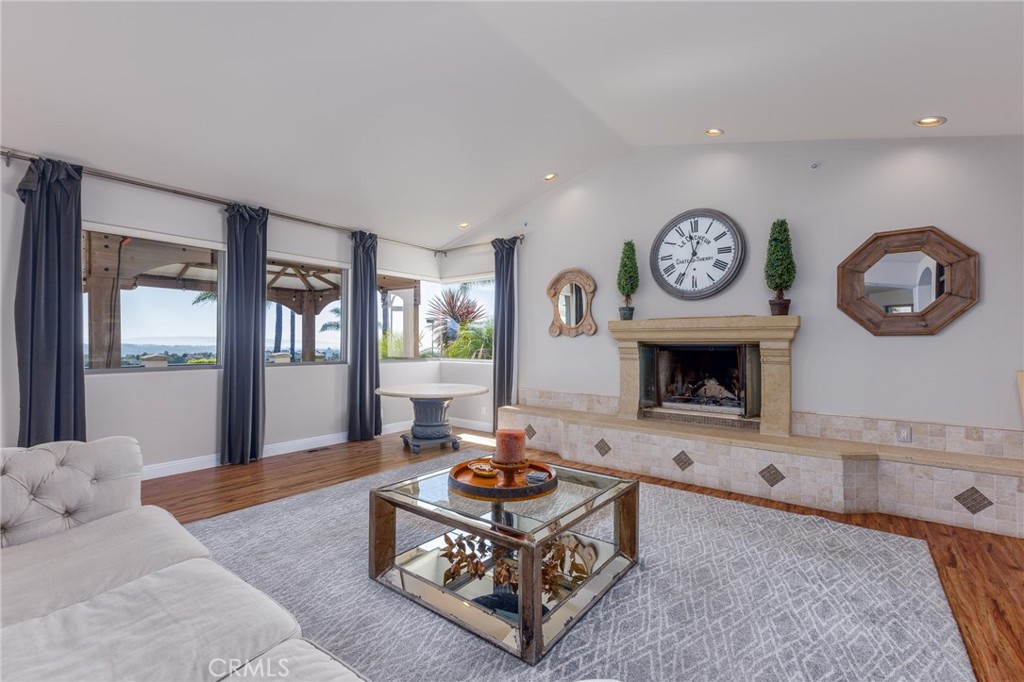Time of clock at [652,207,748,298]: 11:34
